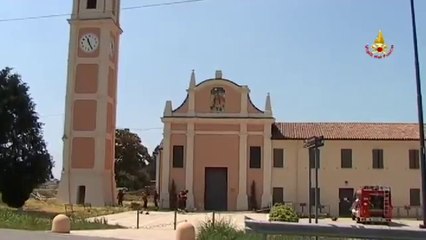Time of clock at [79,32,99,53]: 11:25
